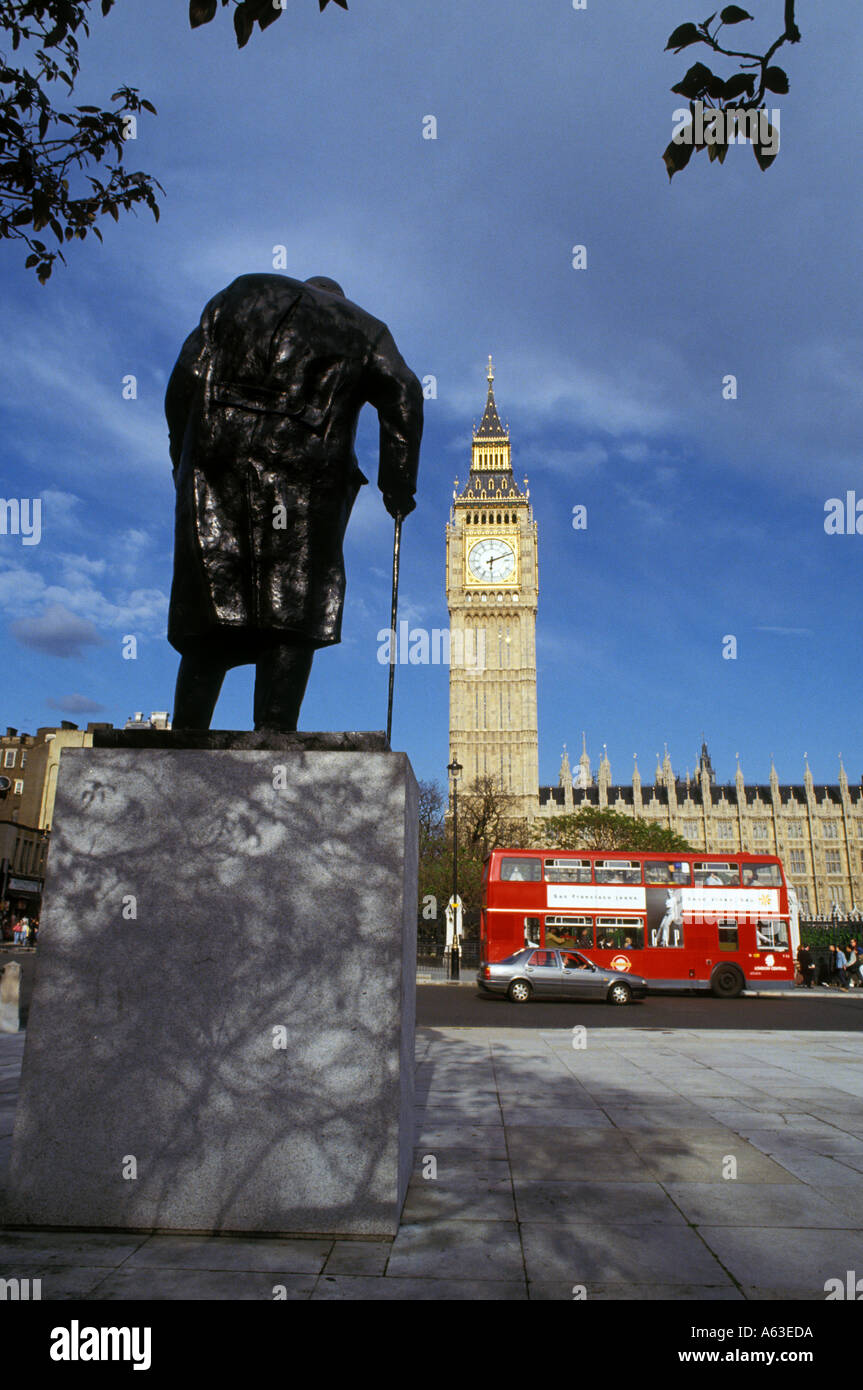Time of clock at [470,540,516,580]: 6:11
